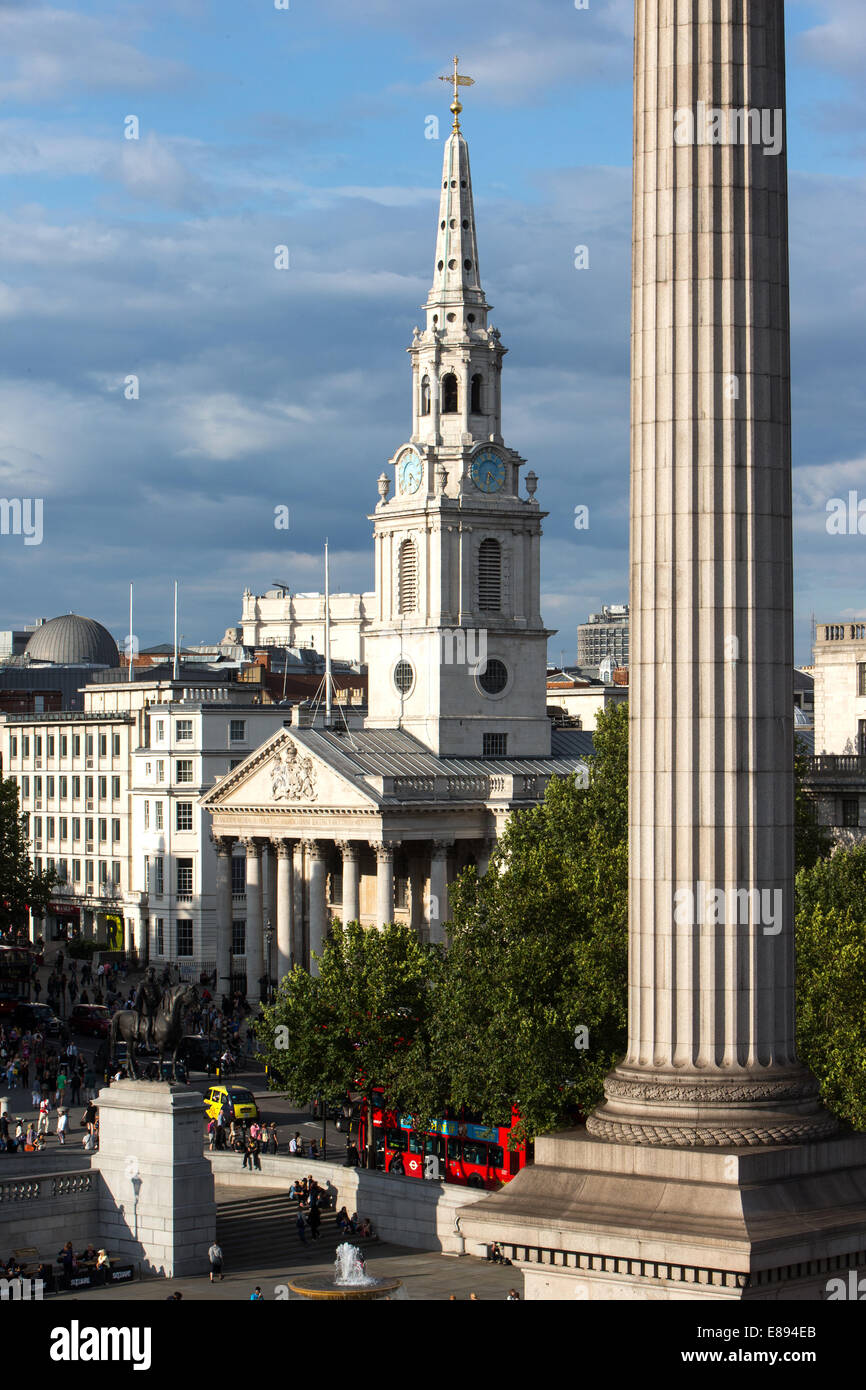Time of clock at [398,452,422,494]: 6:21
